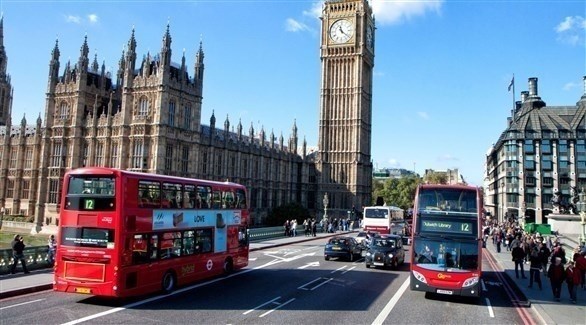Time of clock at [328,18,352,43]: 11:21
